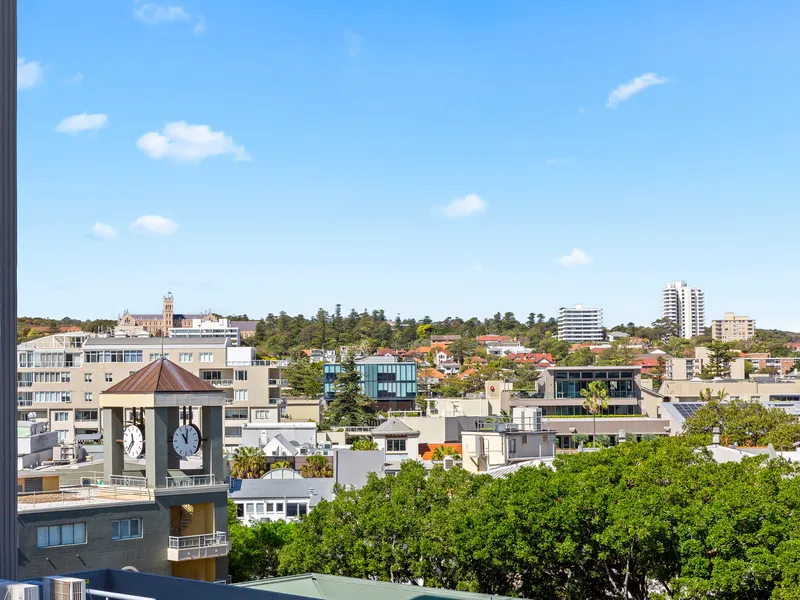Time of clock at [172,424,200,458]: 11:01
